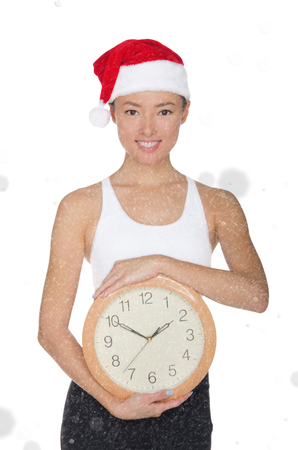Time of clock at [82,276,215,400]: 1:50
